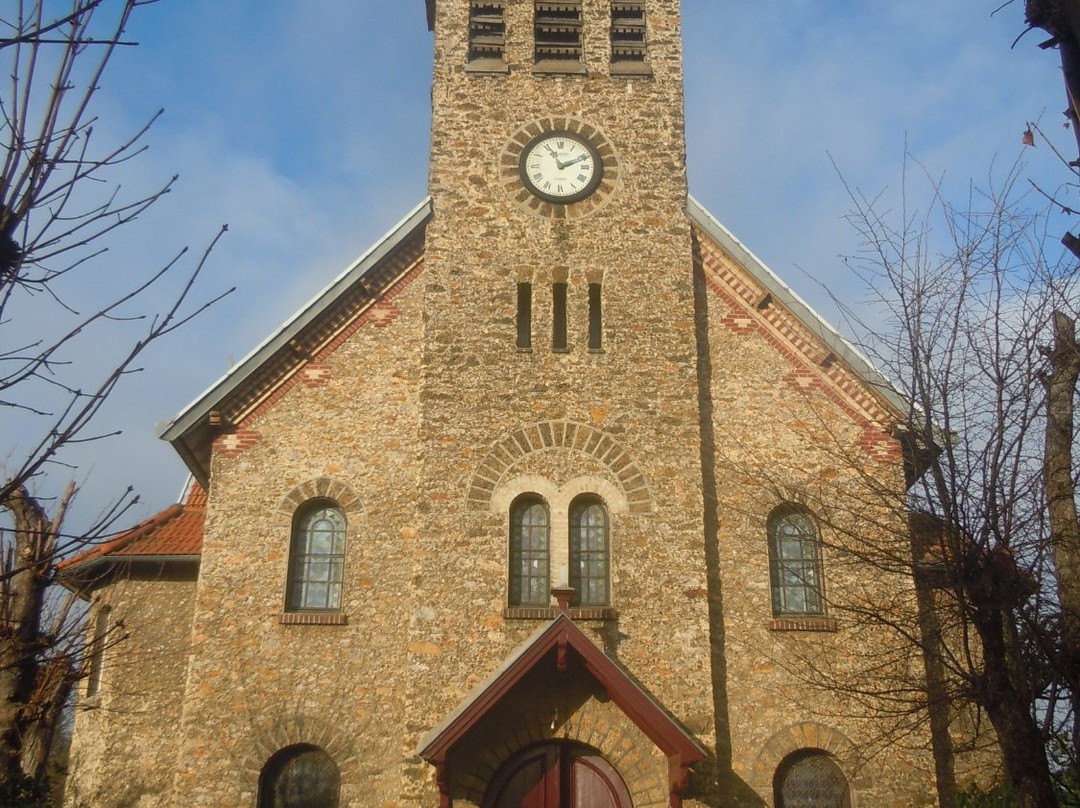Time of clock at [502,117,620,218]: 11:11
